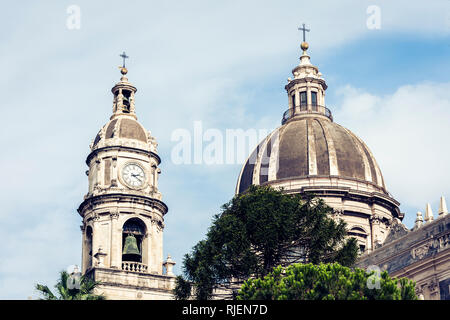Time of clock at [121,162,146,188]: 2:21
